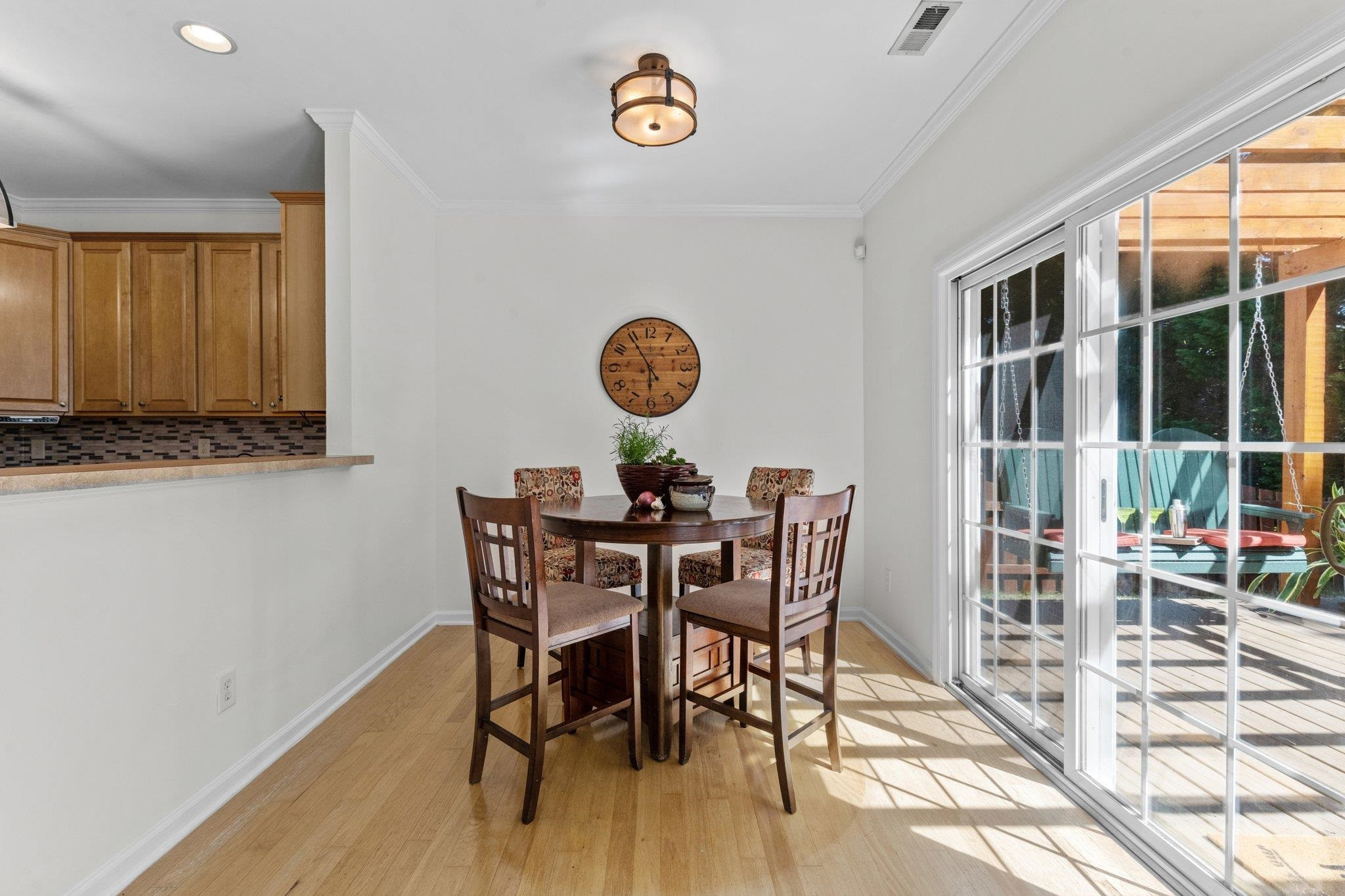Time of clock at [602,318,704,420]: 5:54
